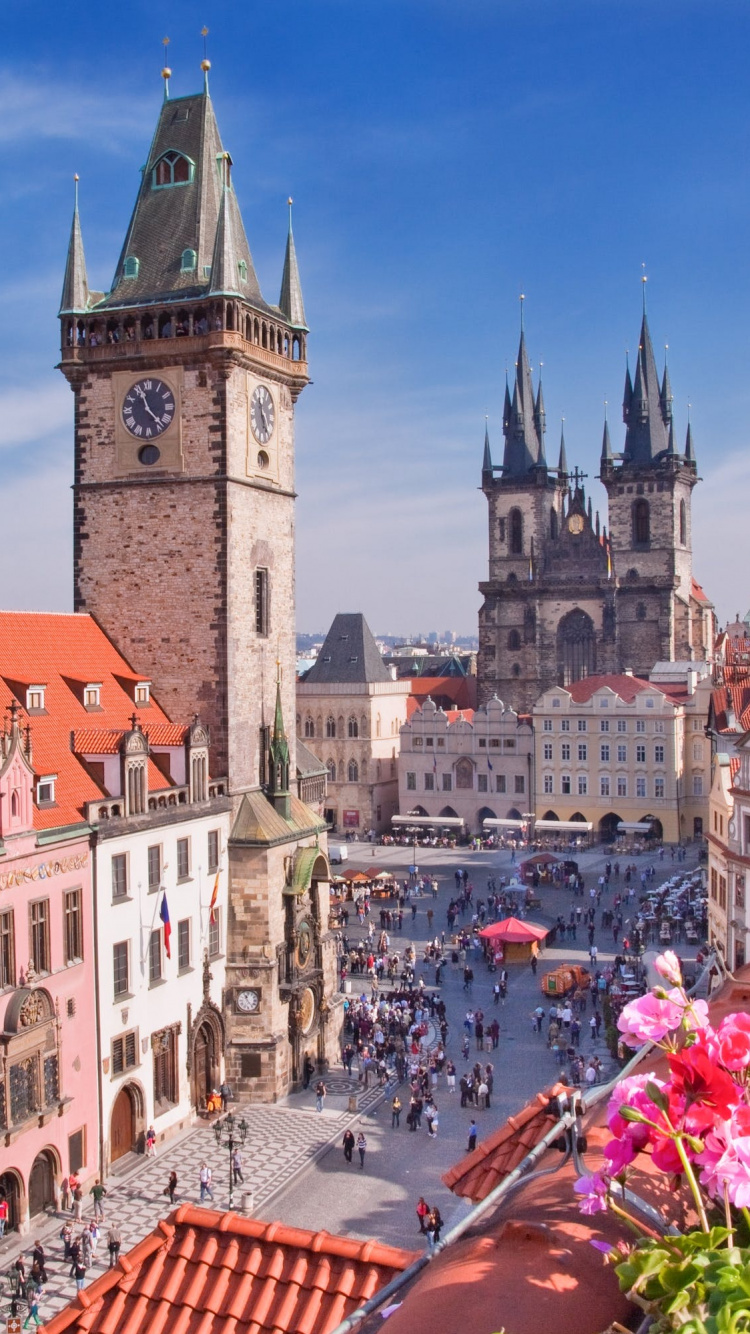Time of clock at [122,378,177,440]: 11:22
